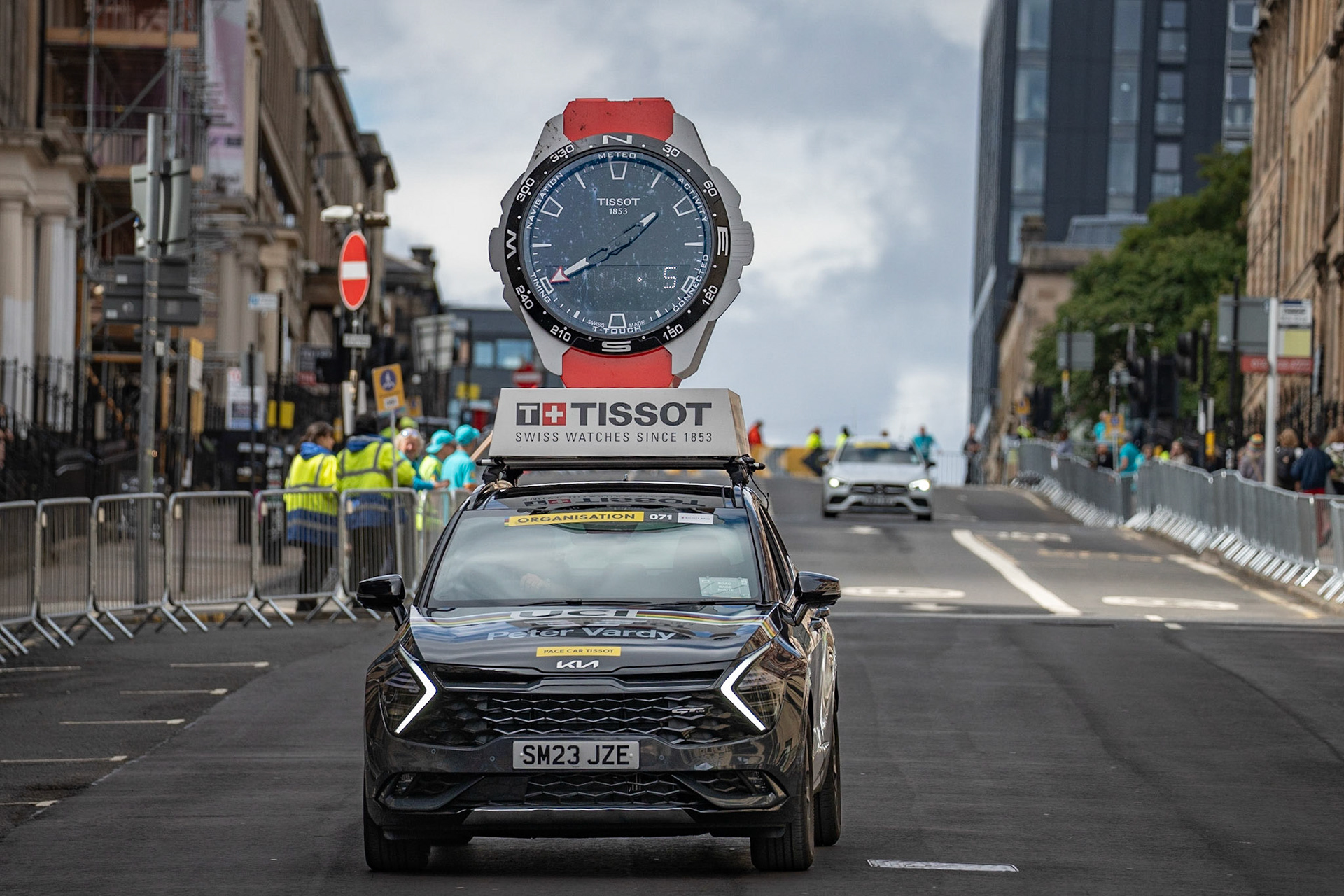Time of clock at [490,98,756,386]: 1:40
